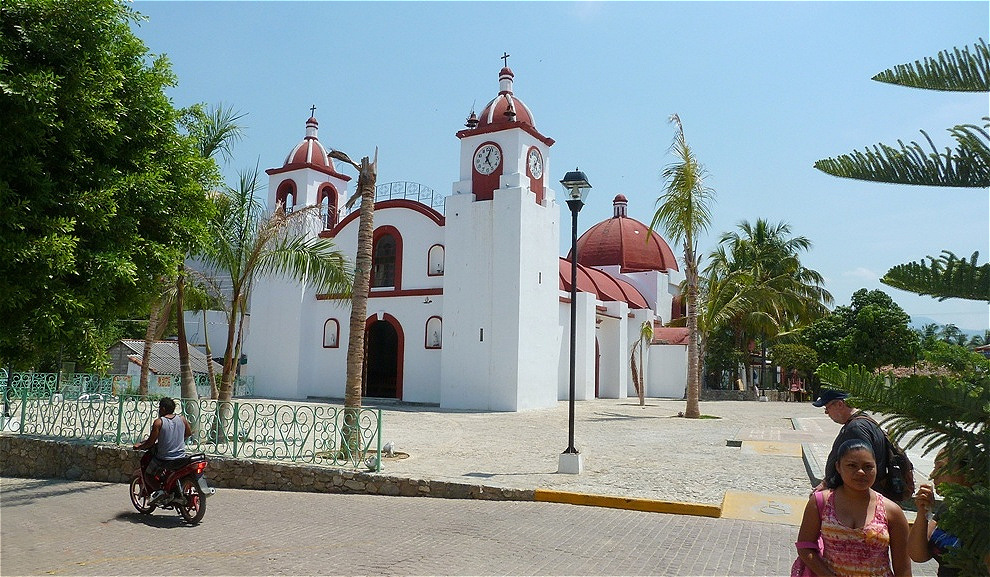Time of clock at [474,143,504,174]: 5:03
